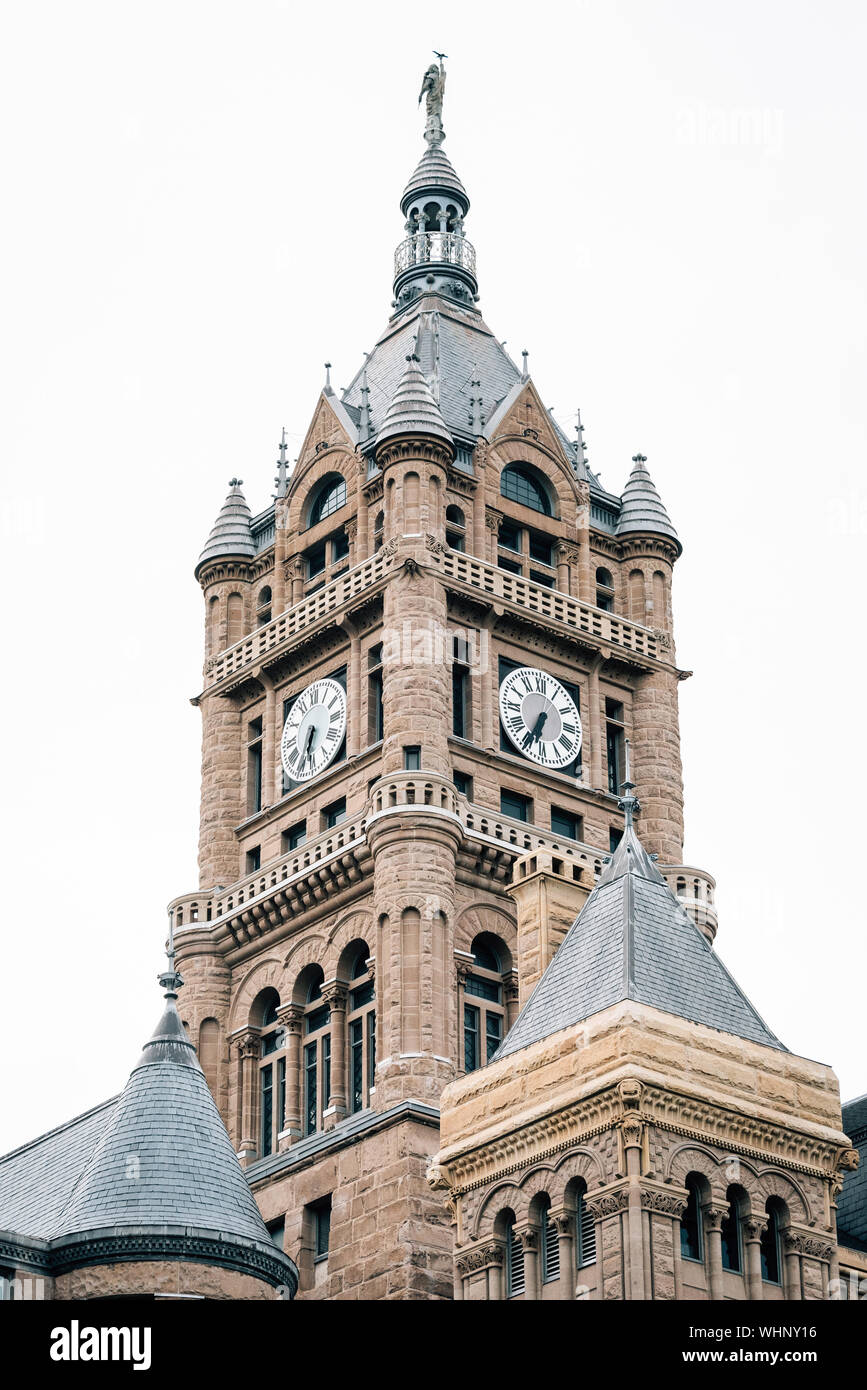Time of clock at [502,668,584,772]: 6:34
